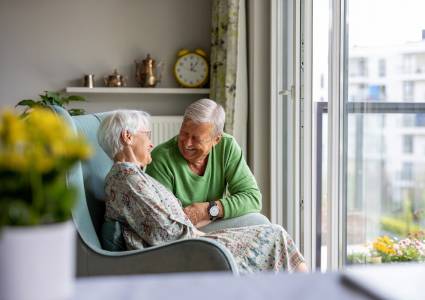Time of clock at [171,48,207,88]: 12:06
